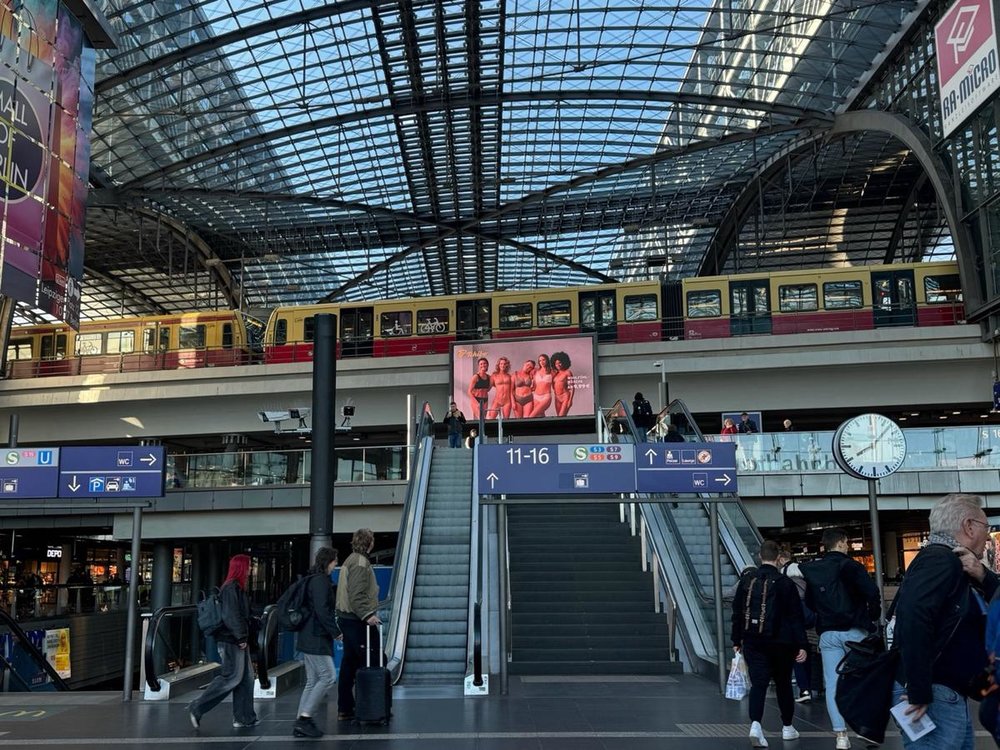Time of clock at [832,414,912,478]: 8:07
